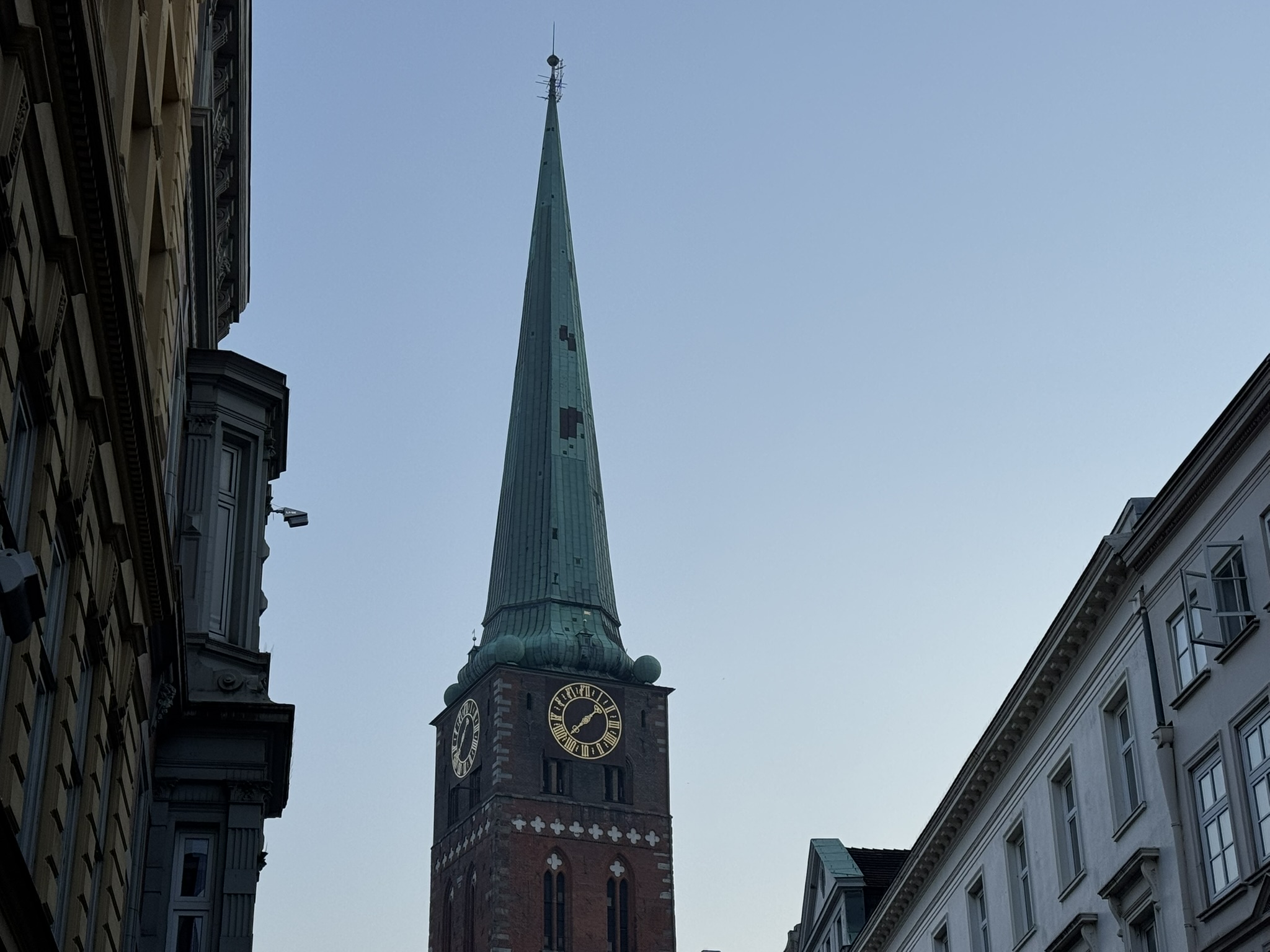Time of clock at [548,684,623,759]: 1:38
